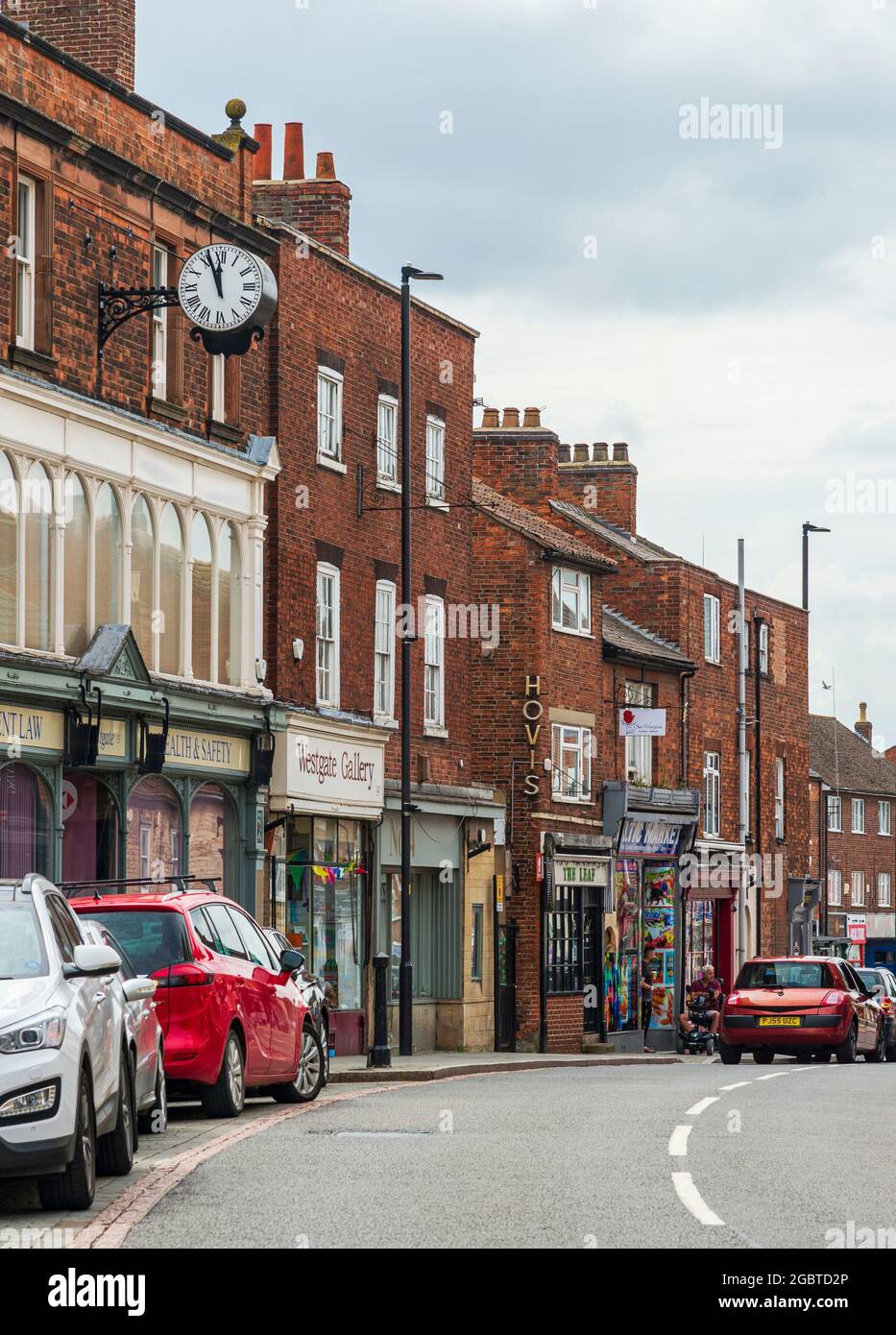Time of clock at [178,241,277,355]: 11:56
